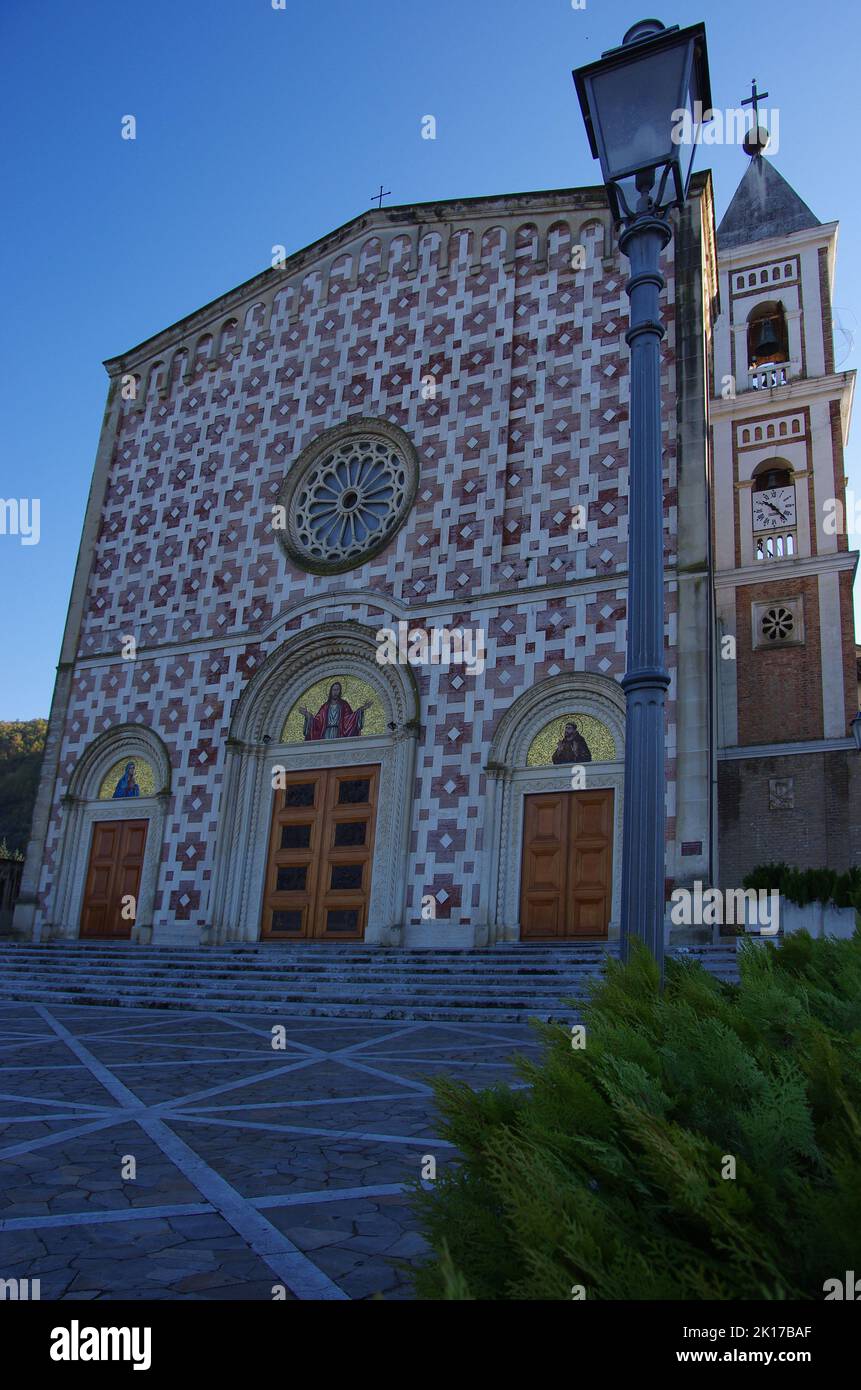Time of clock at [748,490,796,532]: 10:23
